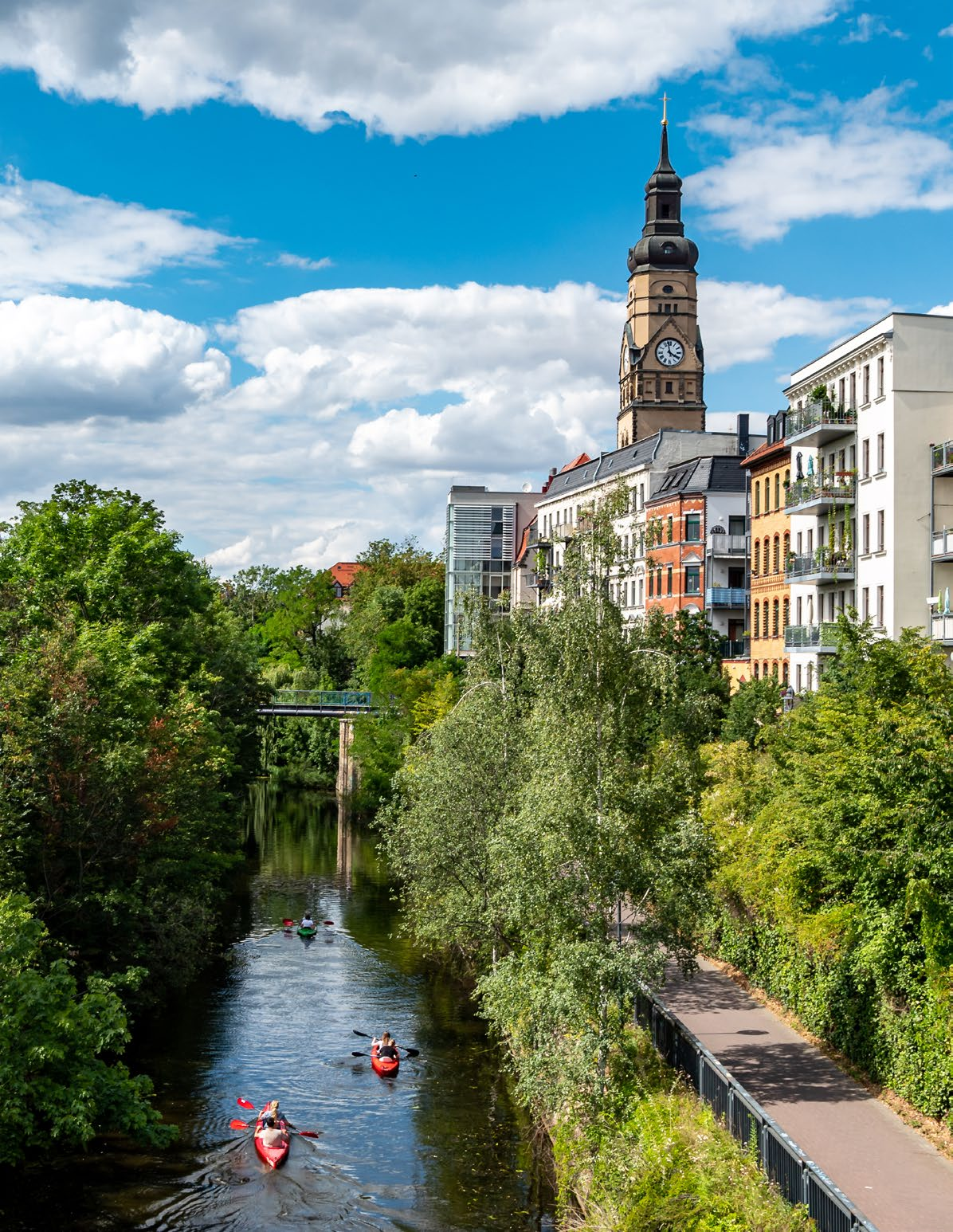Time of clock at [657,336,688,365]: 3:58
